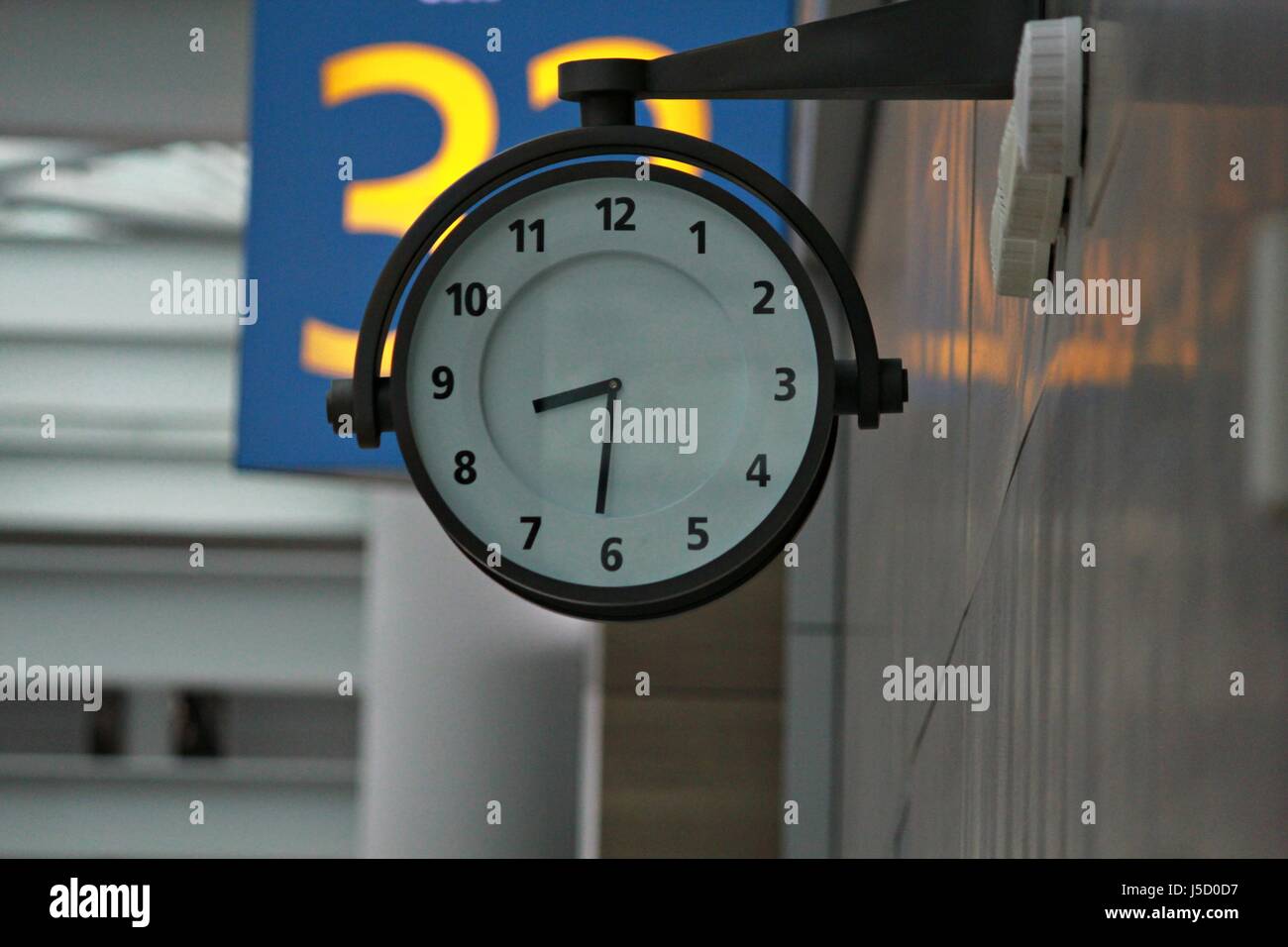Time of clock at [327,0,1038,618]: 8:31
